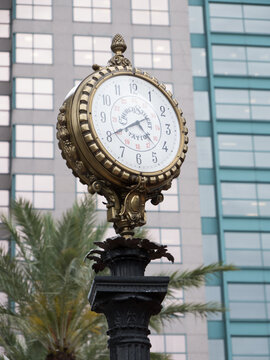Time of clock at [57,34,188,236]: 4:40
